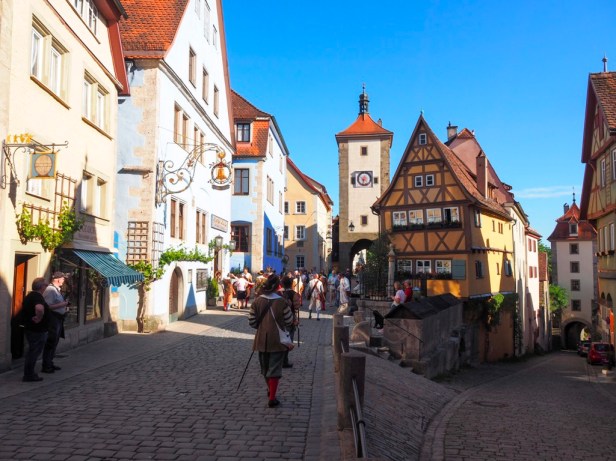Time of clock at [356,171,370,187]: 8:32
